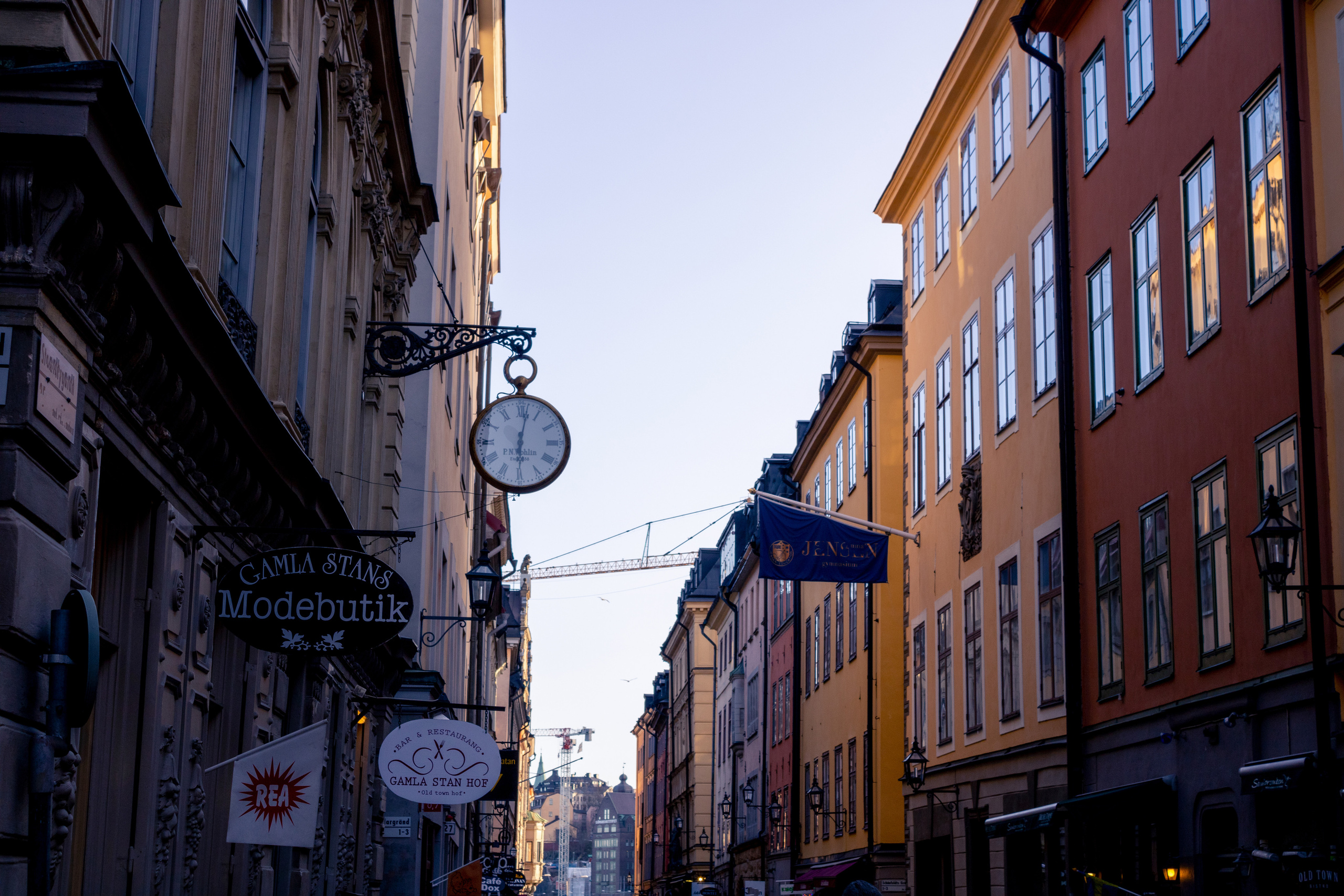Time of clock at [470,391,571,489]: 6:01
